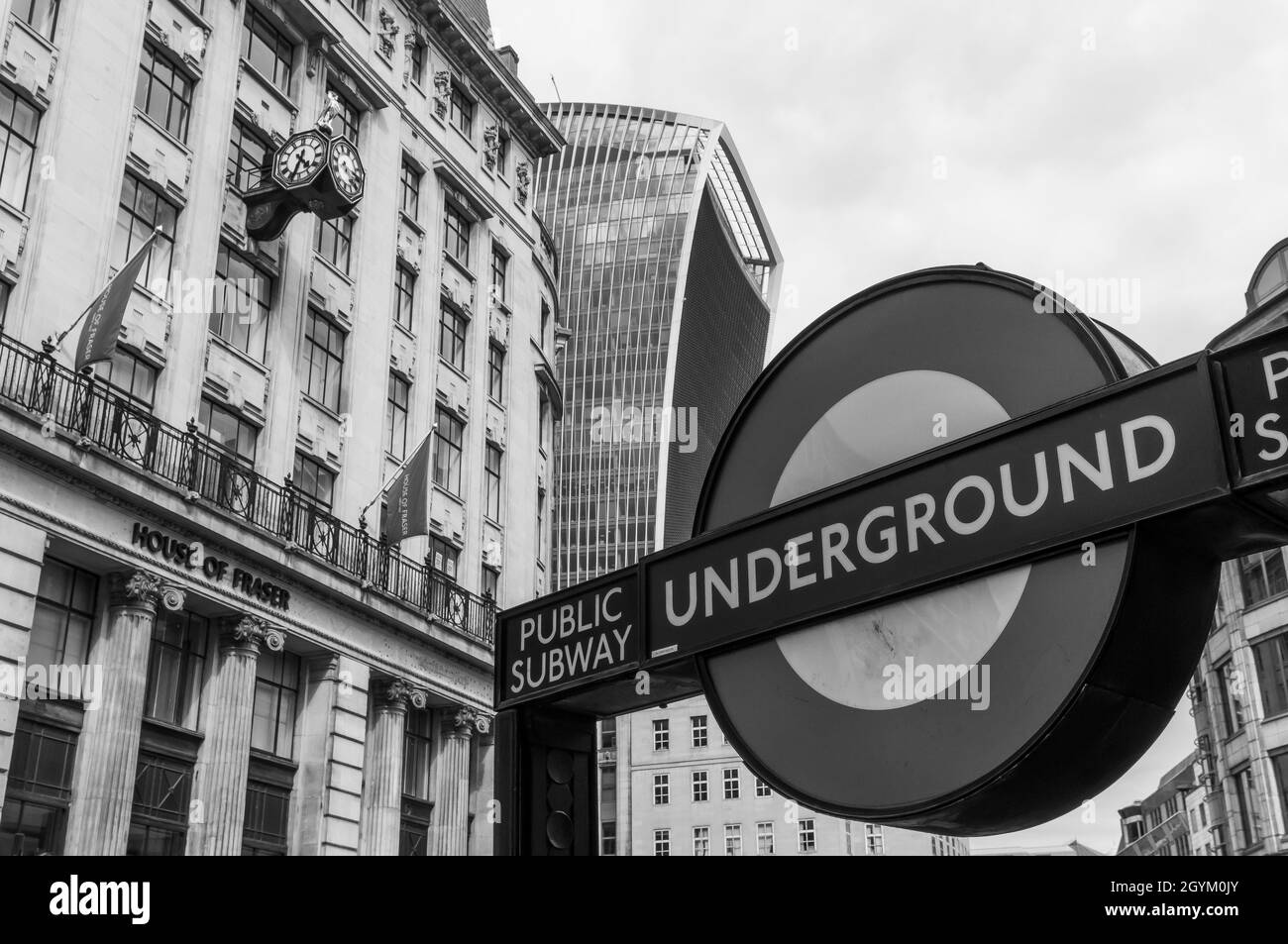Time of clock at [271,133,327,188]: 4:33
